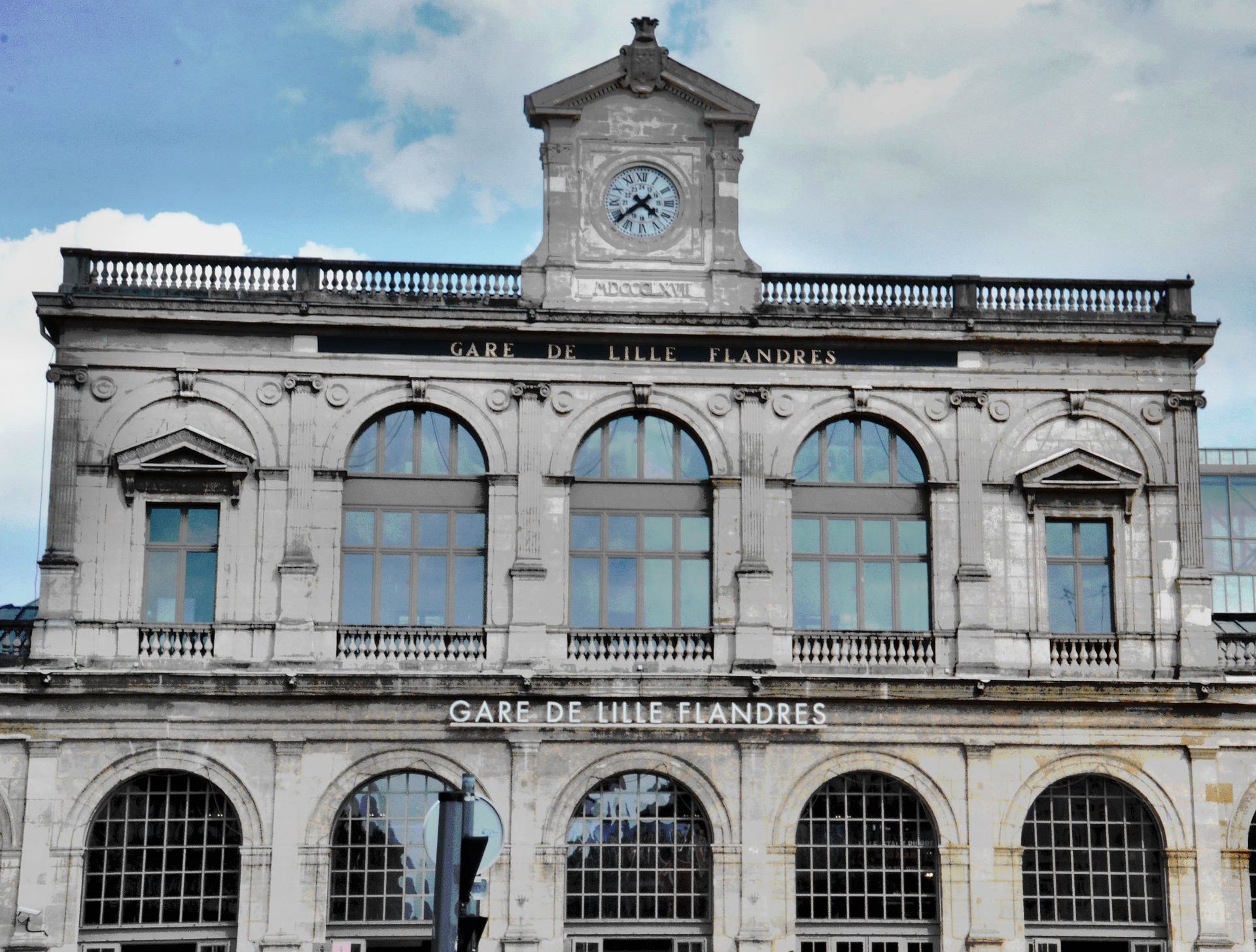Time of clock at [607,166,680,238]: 4:38
